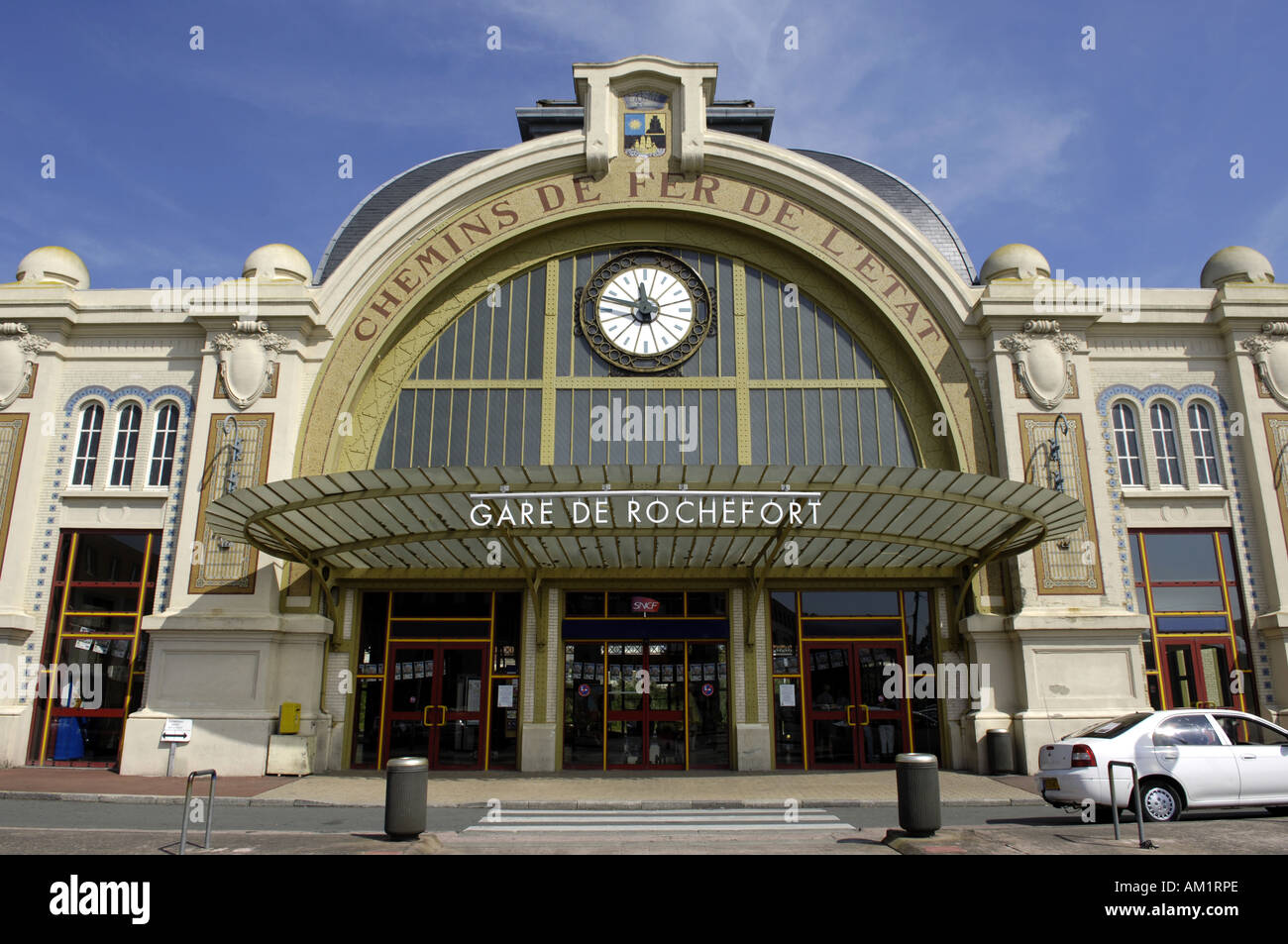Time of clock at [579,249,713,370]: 11:47
